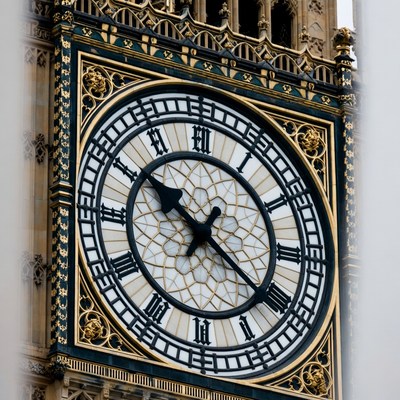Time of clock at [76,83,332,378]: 10:20
